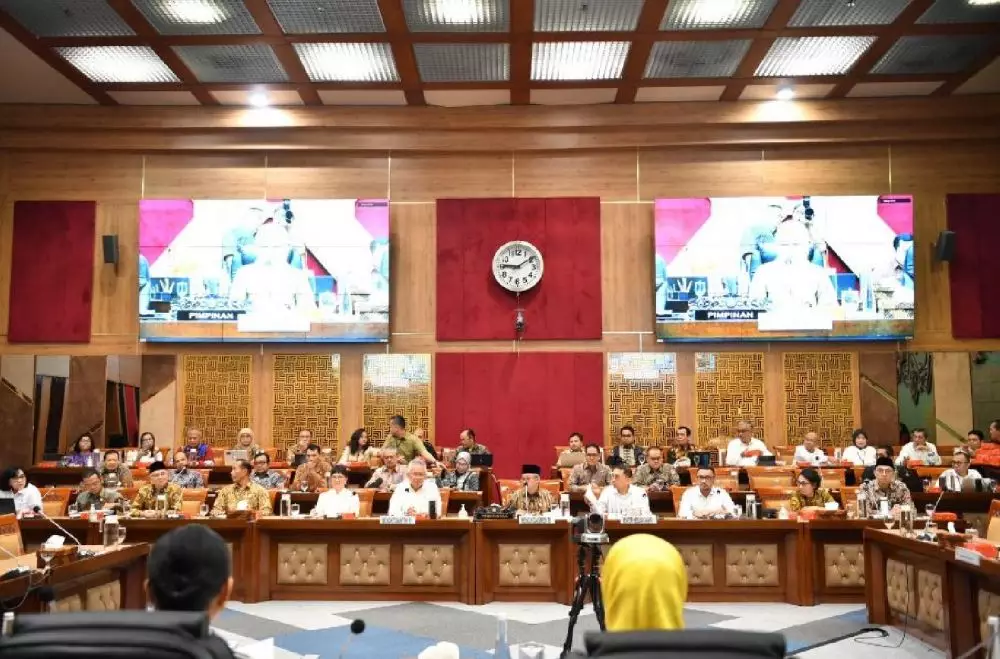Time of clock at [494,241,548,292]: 9:09
